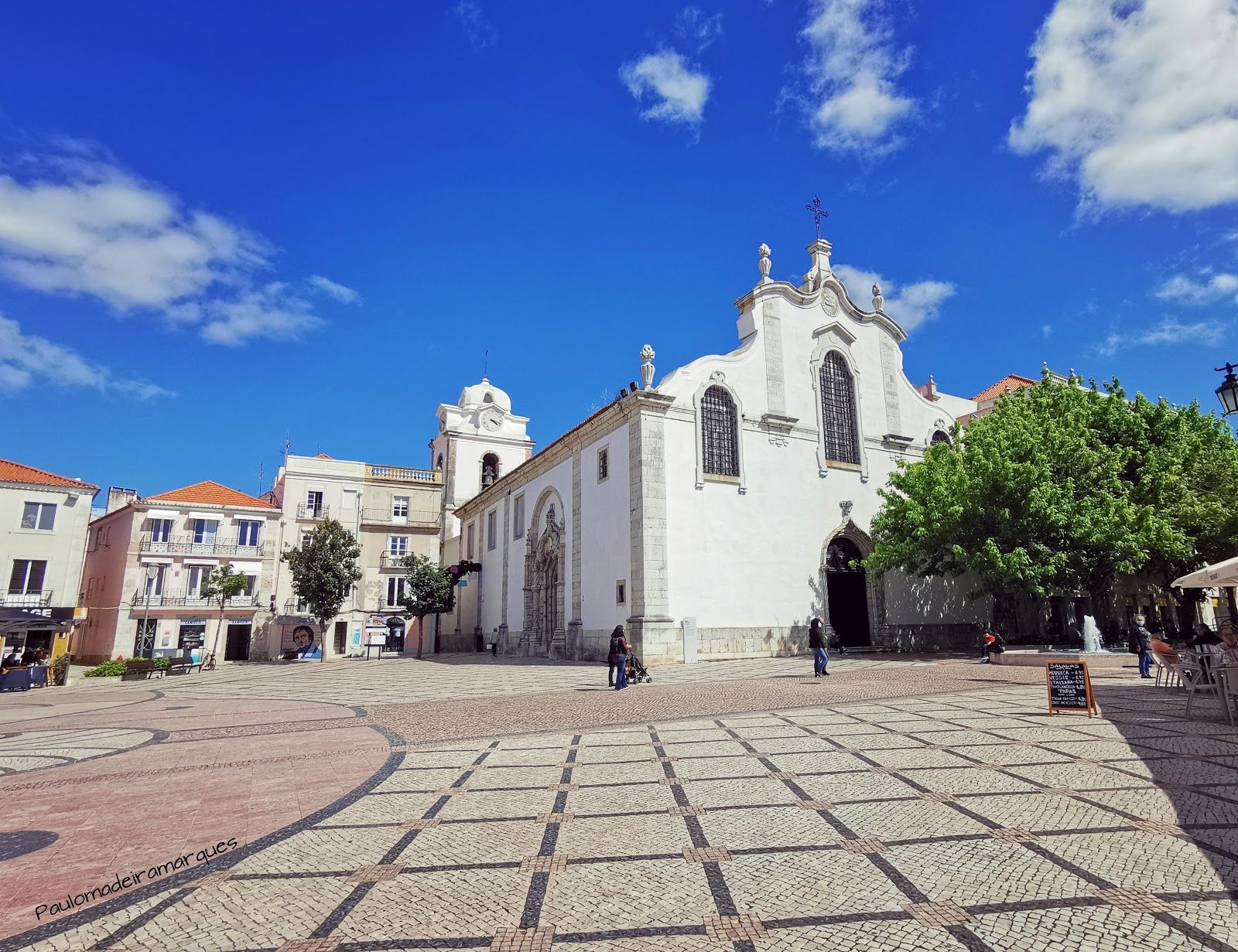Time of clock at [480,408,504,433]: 4:17
